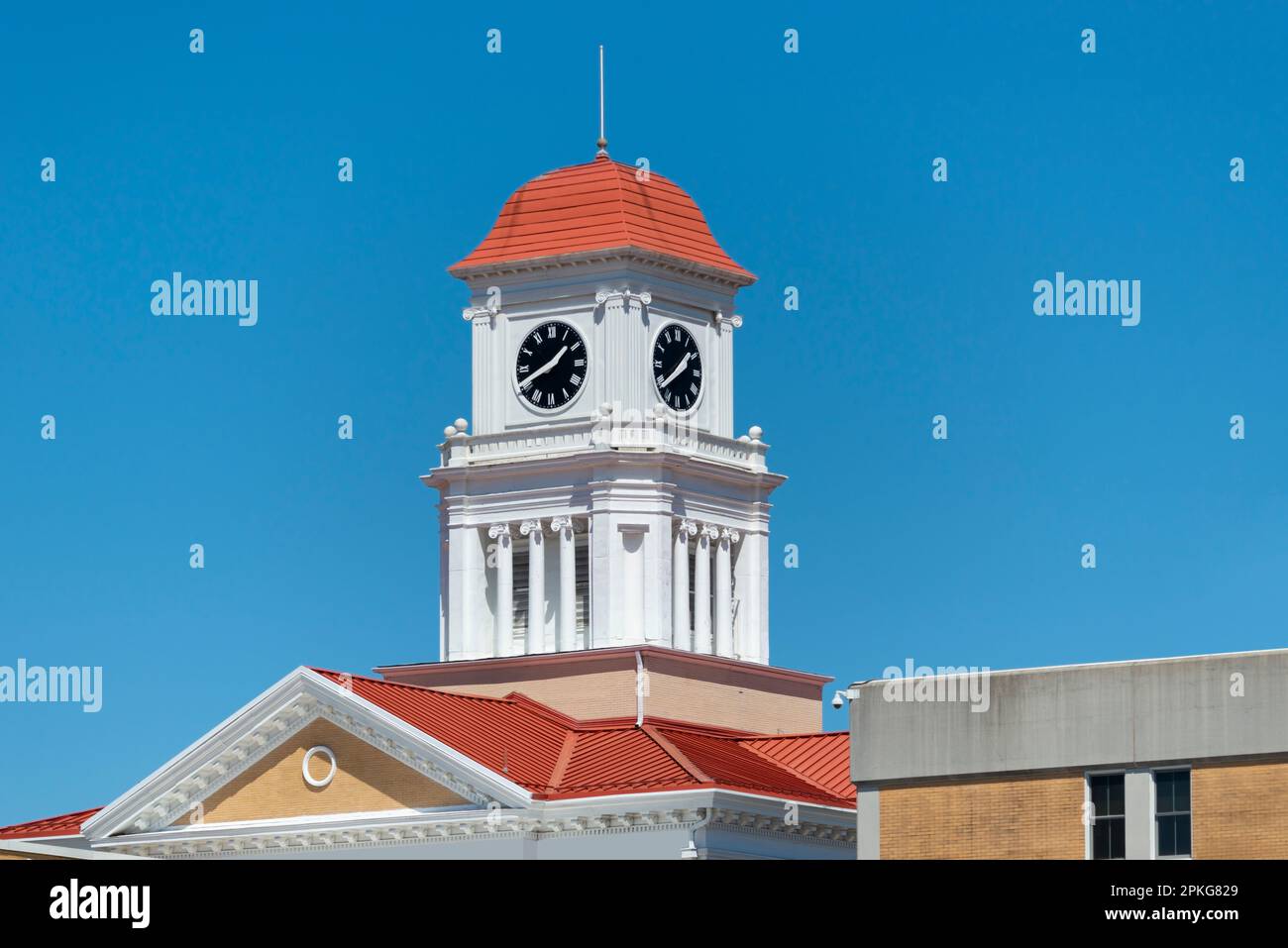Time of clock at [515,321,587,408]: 1:41
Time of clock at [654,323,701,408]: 1:39
